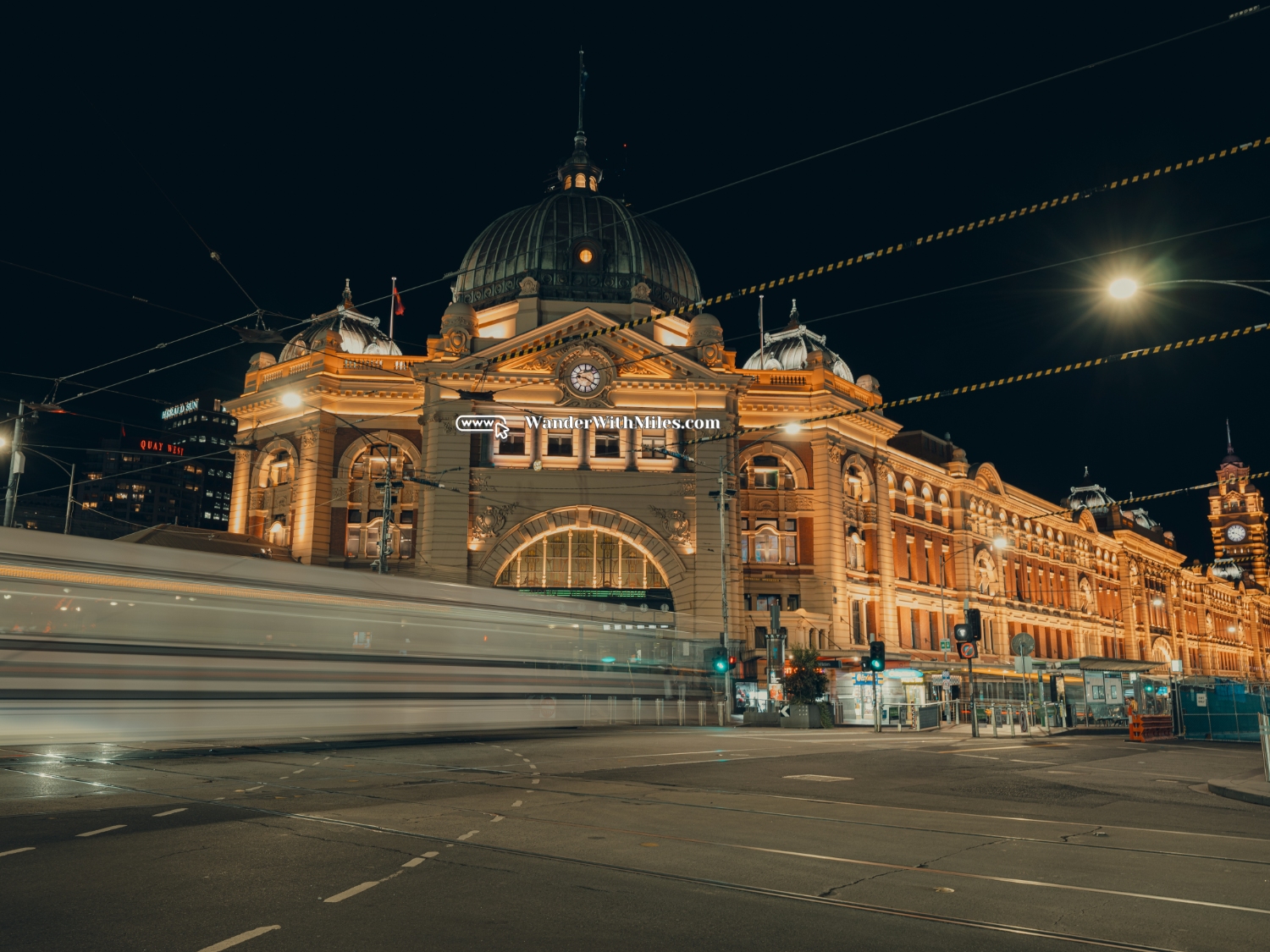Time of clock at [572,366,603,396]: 9:20
